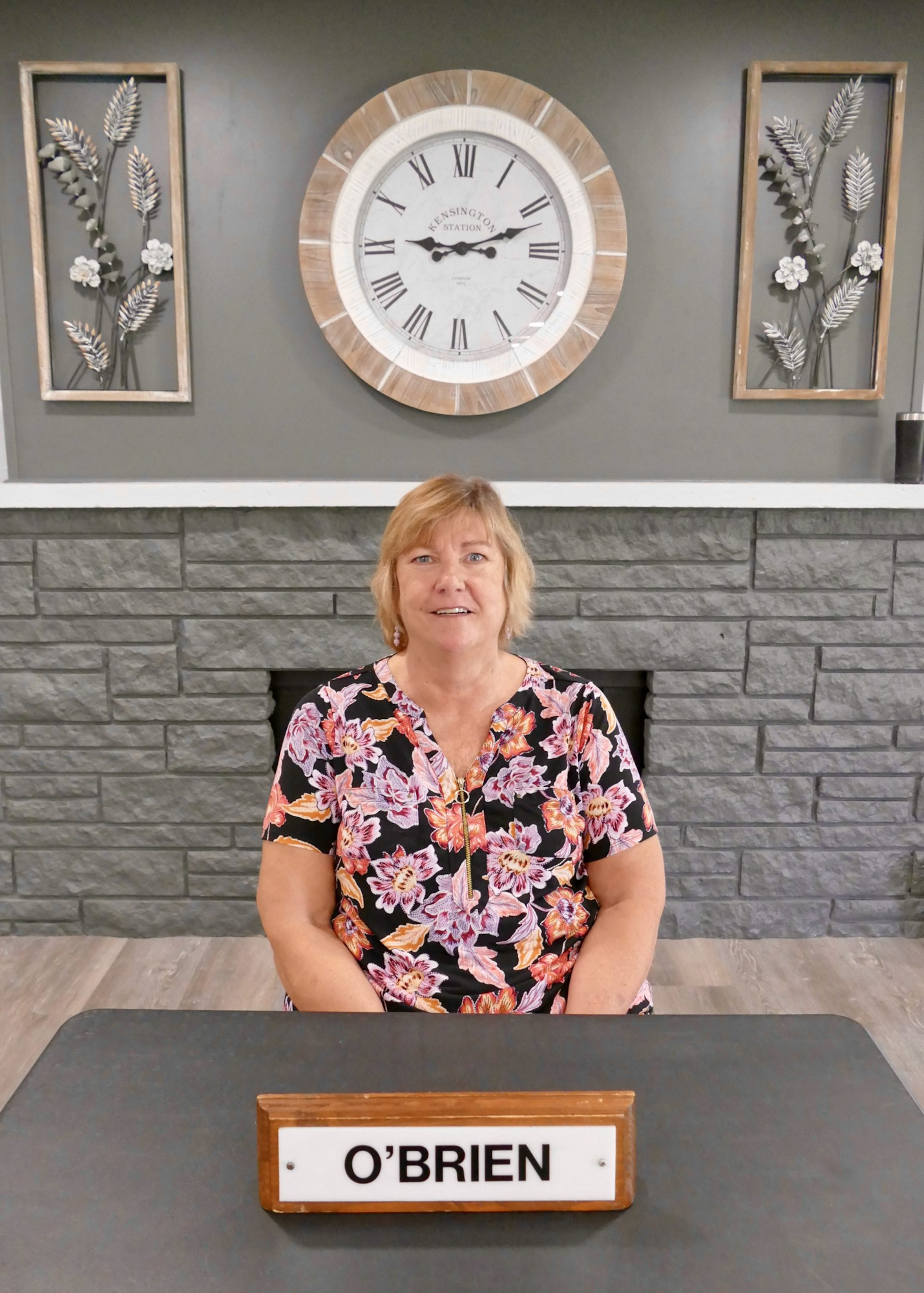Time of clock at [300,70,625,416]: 9:11
